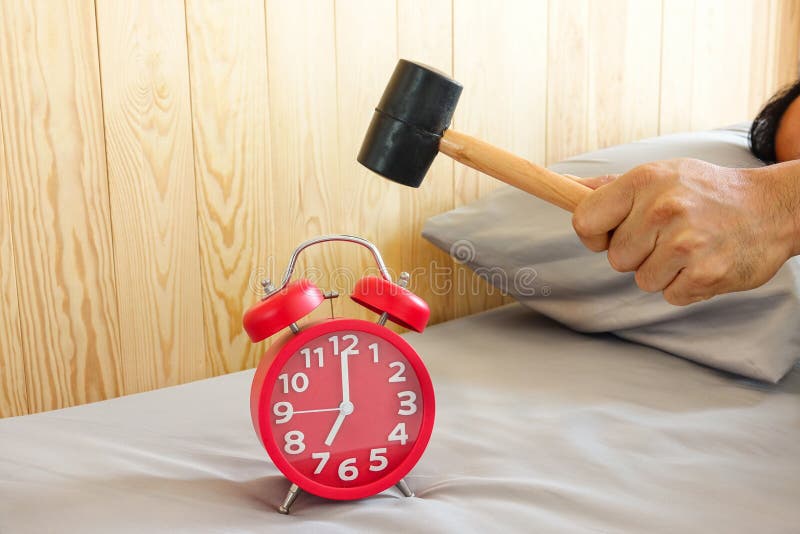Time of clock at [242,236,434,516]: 7:00
